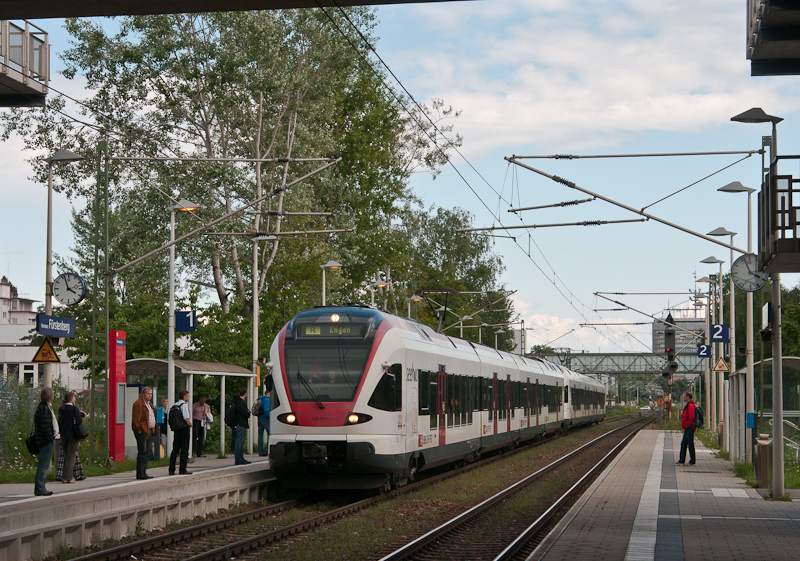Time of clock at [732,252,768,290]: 3:56
